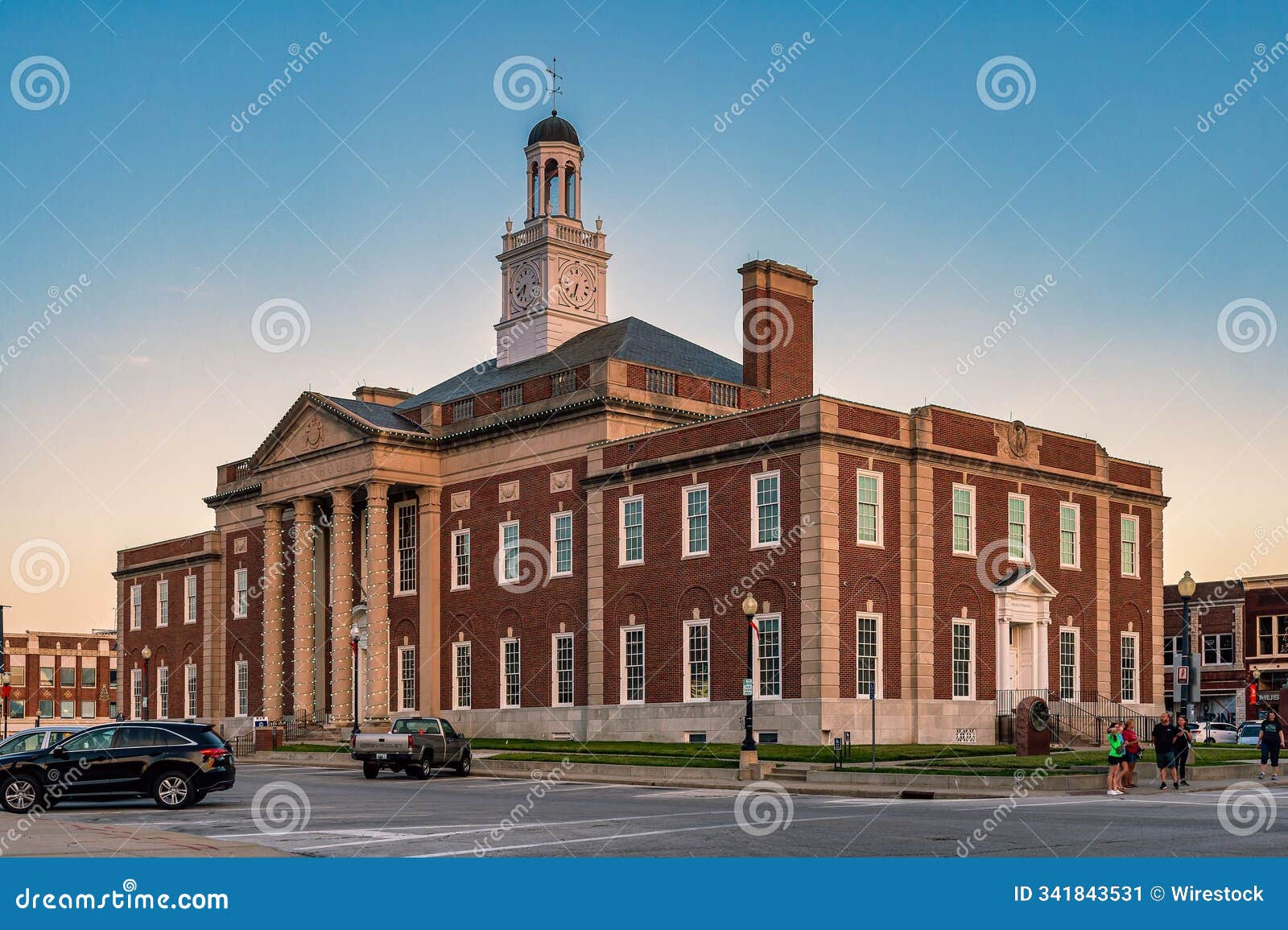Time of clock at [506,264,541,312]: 6:39
